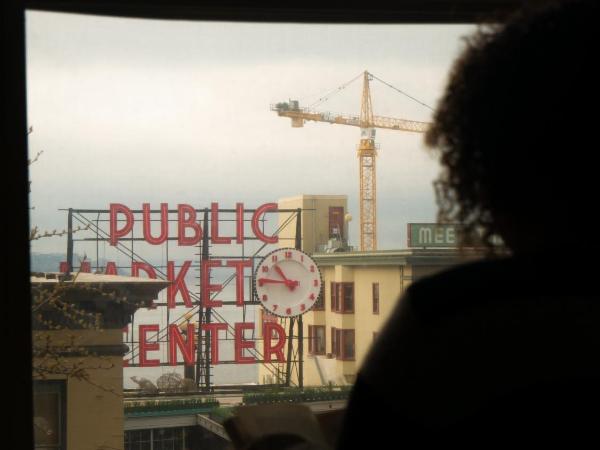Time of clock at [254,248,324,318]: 10:45
